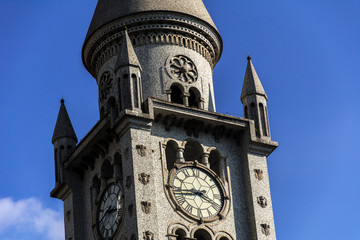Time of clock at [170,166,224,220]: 3:43
